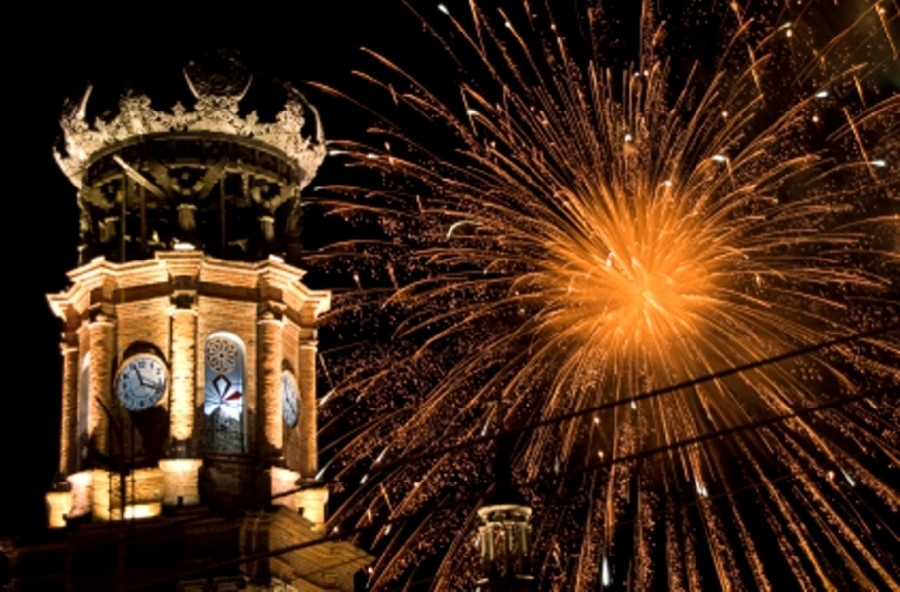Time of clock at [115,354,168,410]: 11:18
